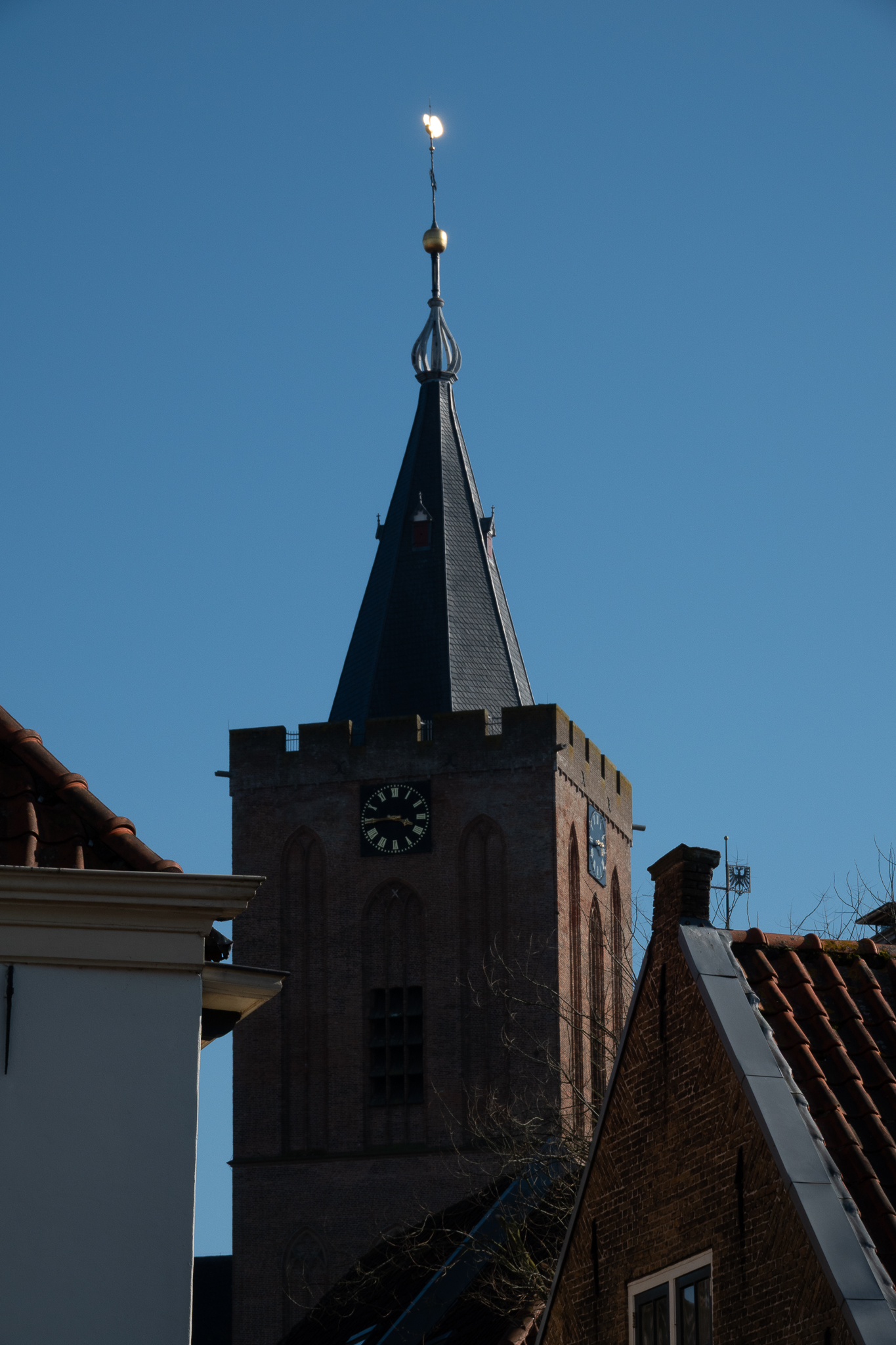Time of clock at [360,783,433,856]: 3:44
